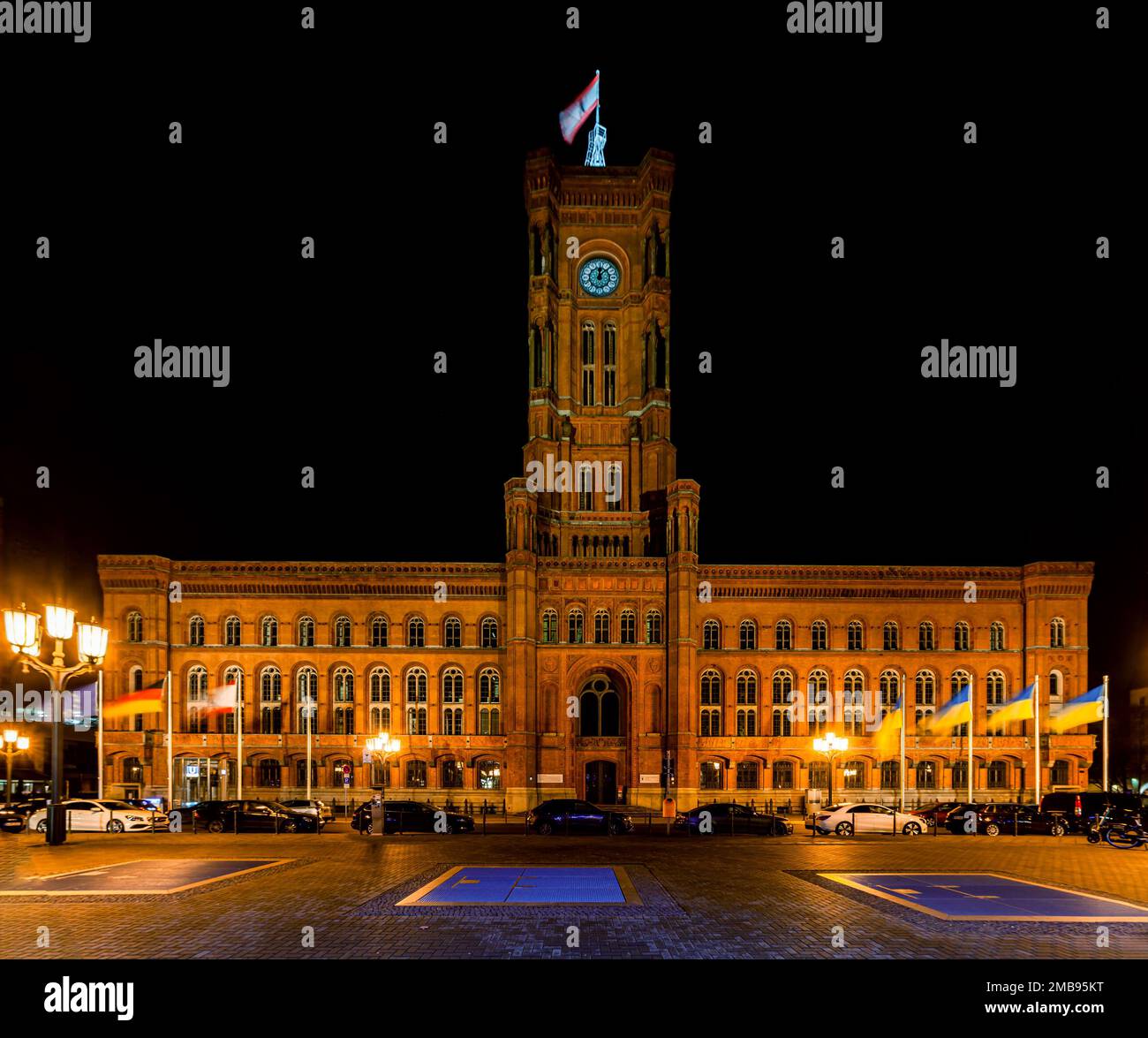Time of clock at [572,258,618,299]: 12:07
